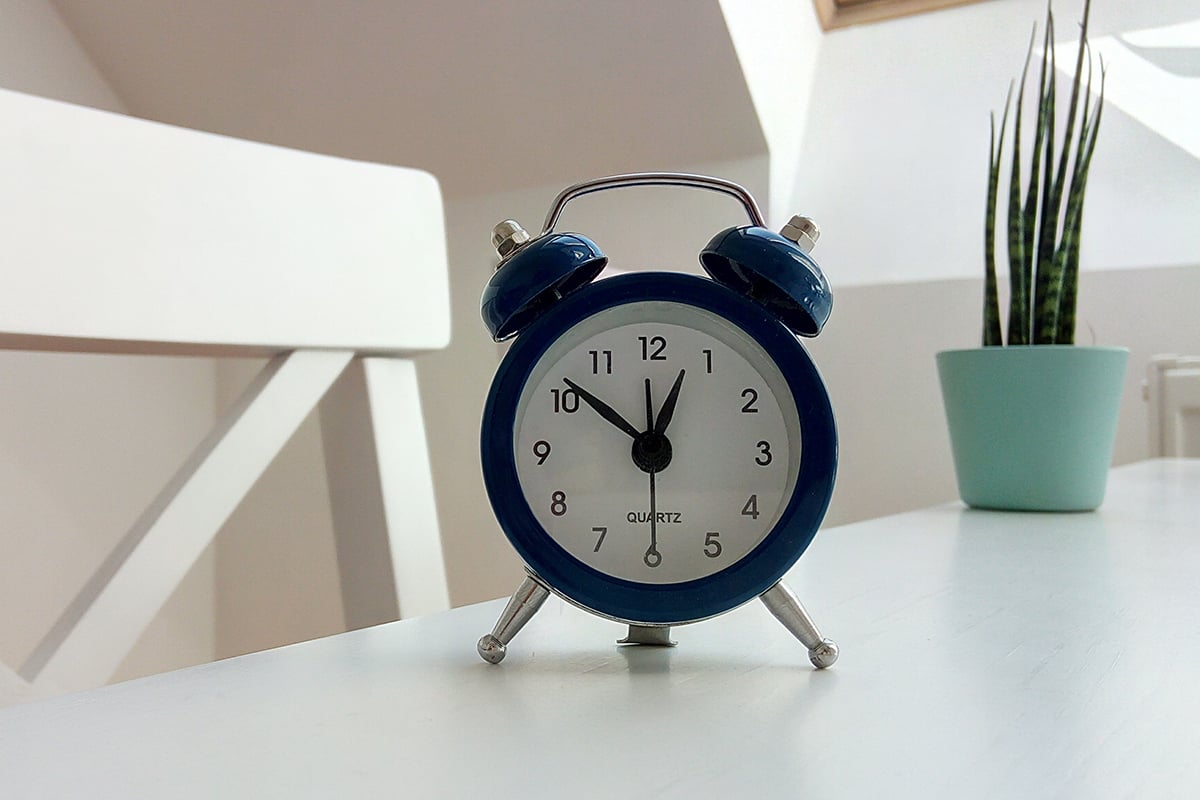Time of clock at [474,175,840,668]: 12:51
